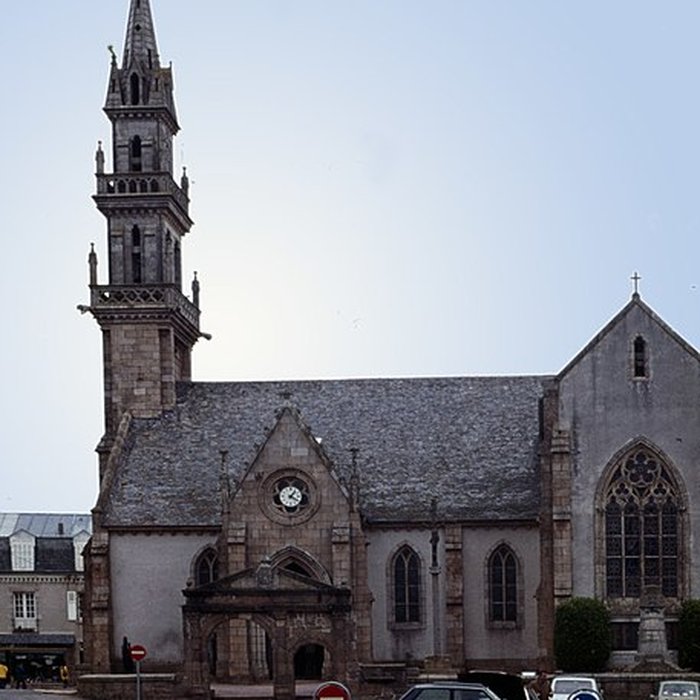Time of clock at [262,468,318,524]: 1:20
